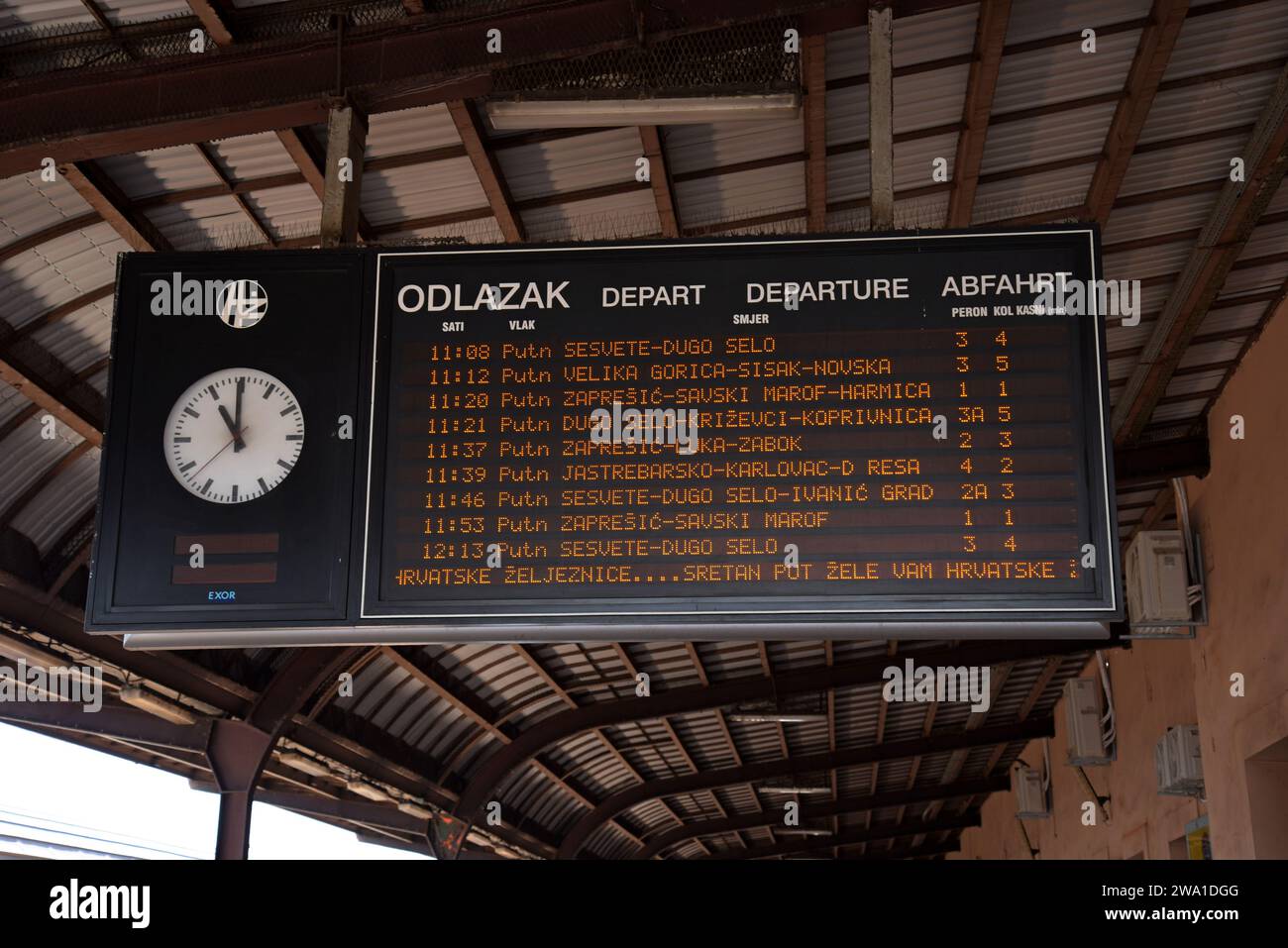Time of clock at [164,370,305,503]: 10:59
